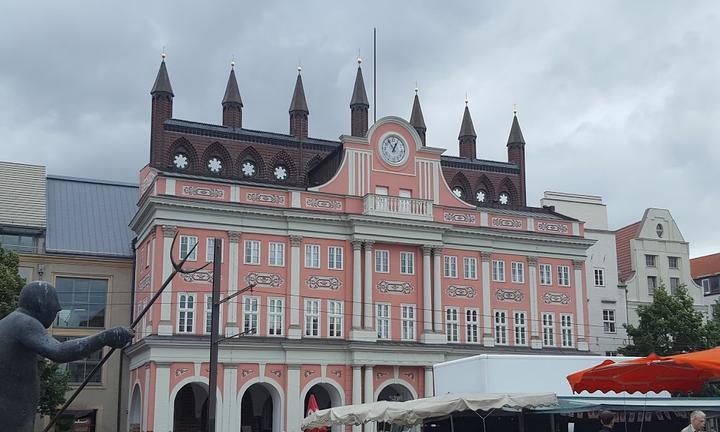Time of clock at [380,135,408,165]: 12:54
